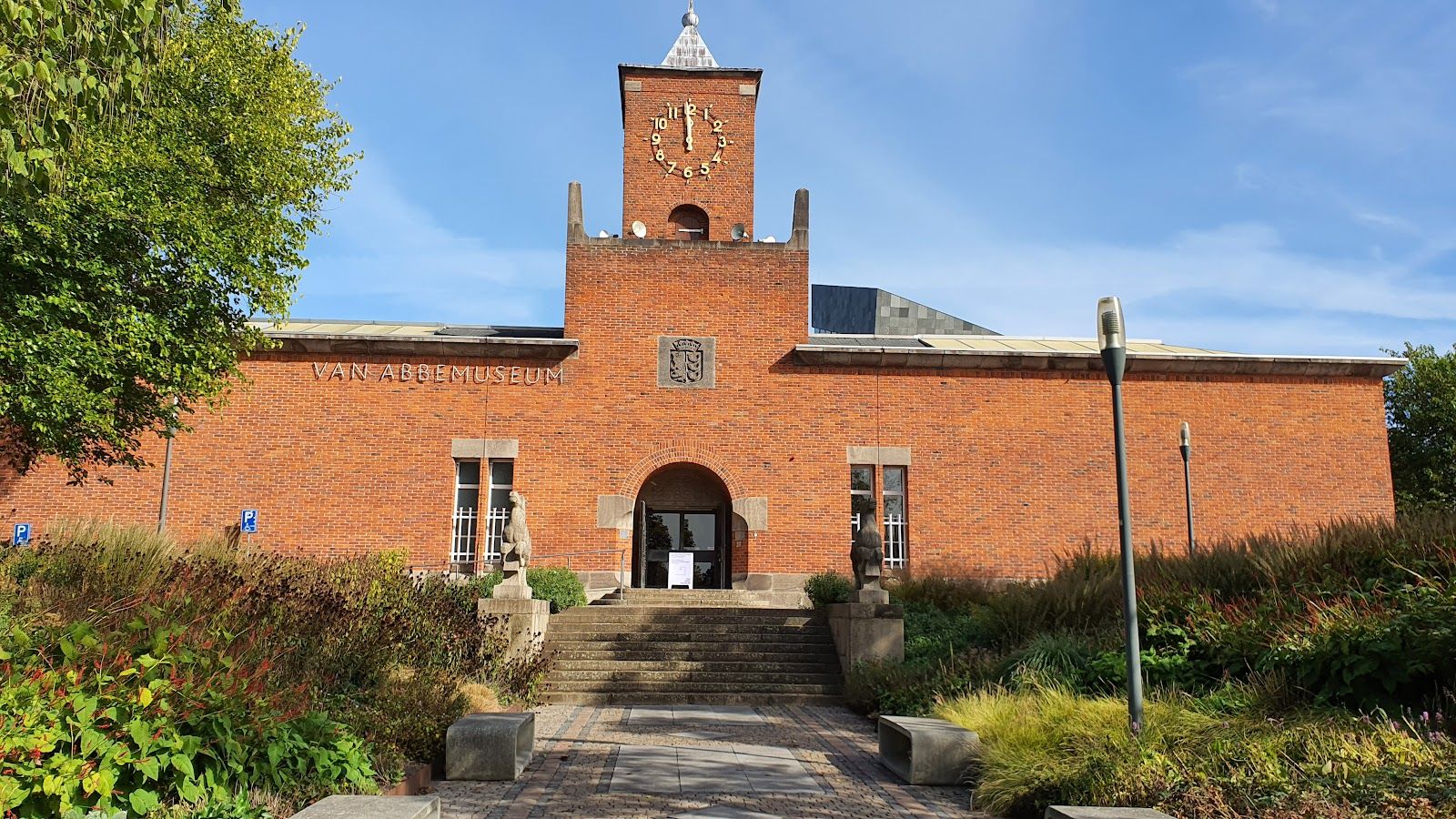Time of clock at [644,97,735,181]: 11:59
